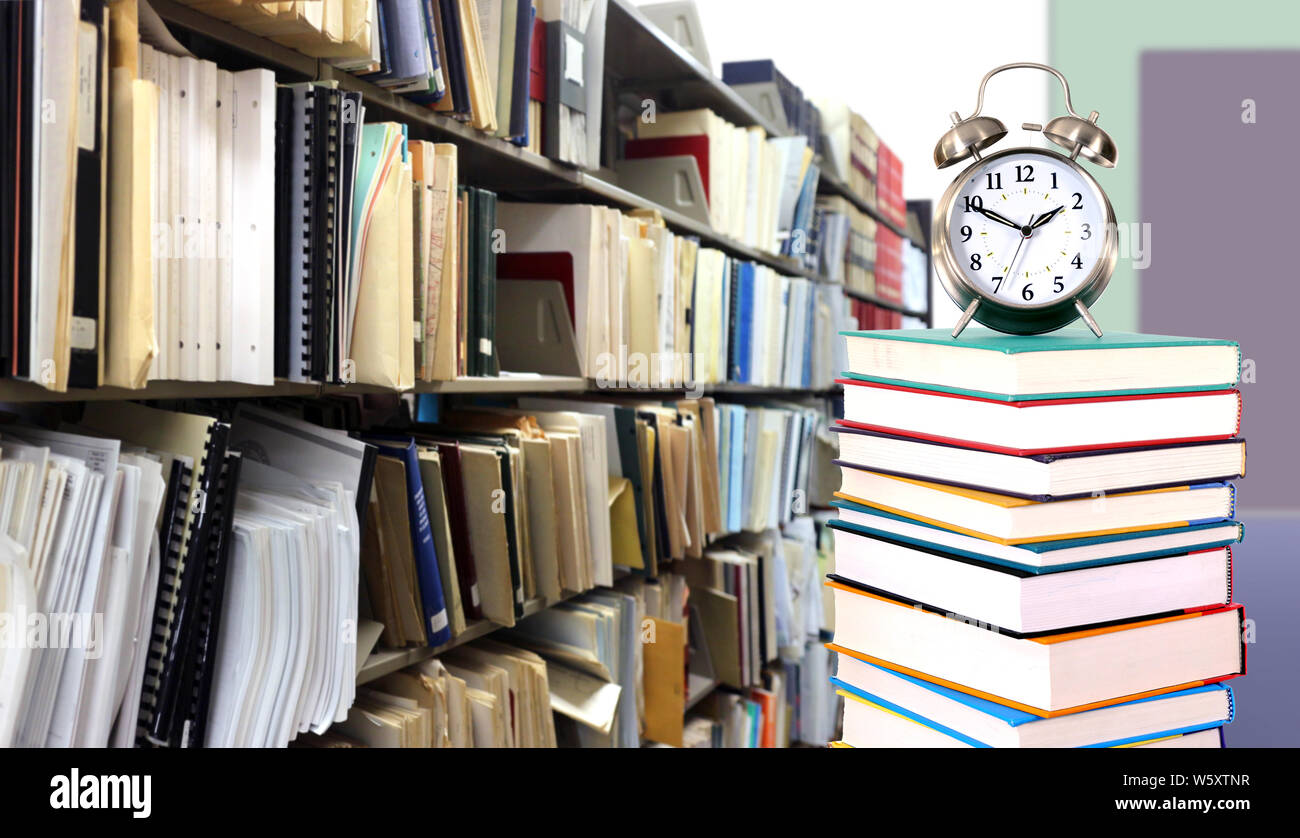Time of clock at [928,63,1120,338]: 1:49
